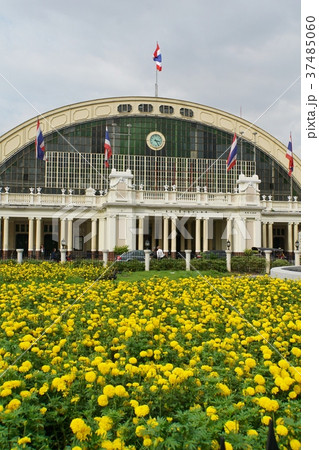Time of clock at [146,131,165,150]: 3:24
